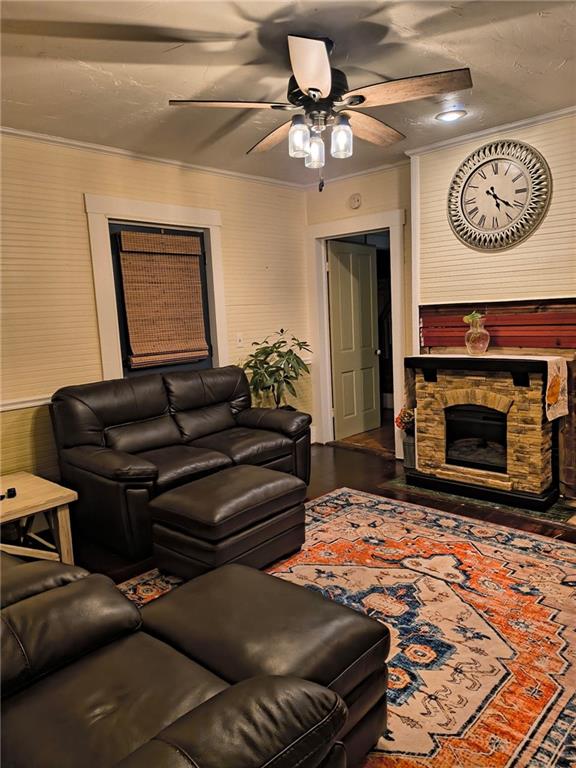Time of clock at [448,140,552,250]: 5:21
